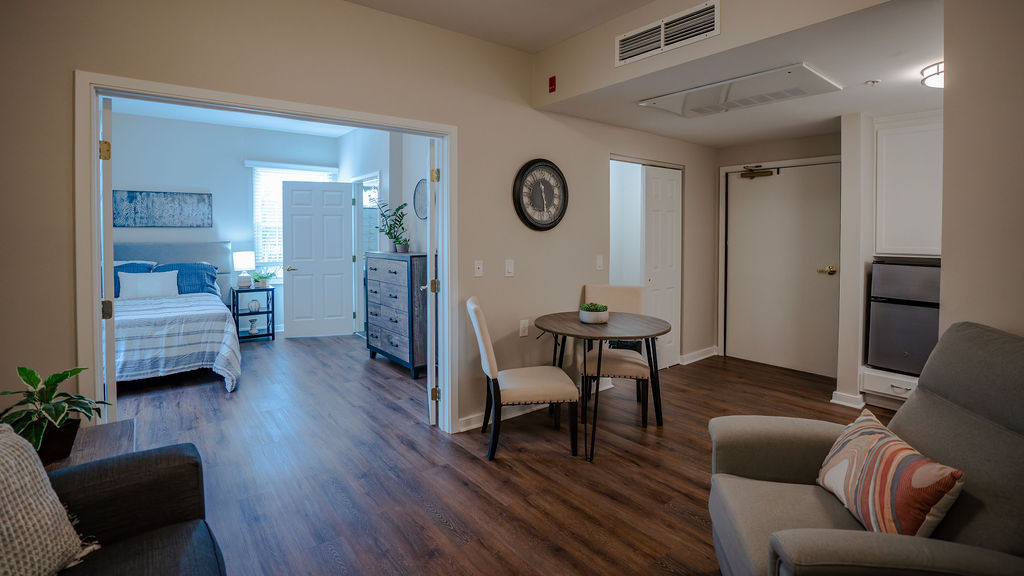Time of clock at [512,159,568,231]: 11:28
